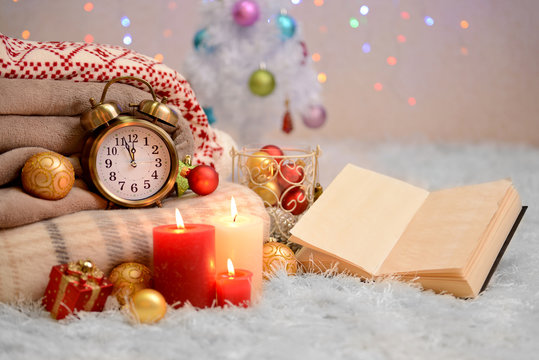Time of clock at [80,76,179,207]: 11:56
